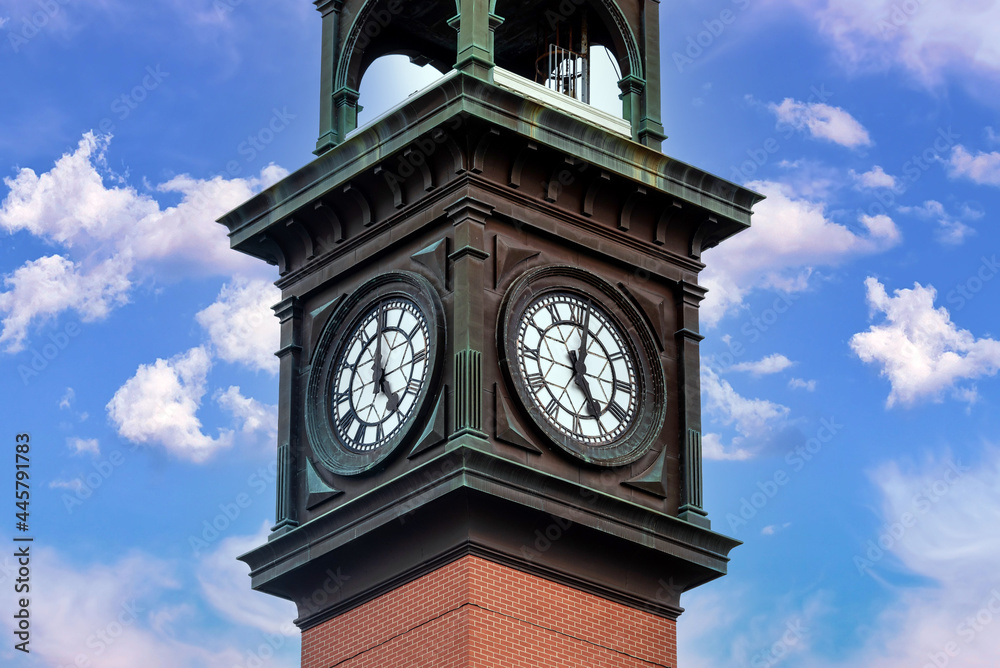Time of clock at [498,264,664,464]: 5:01
